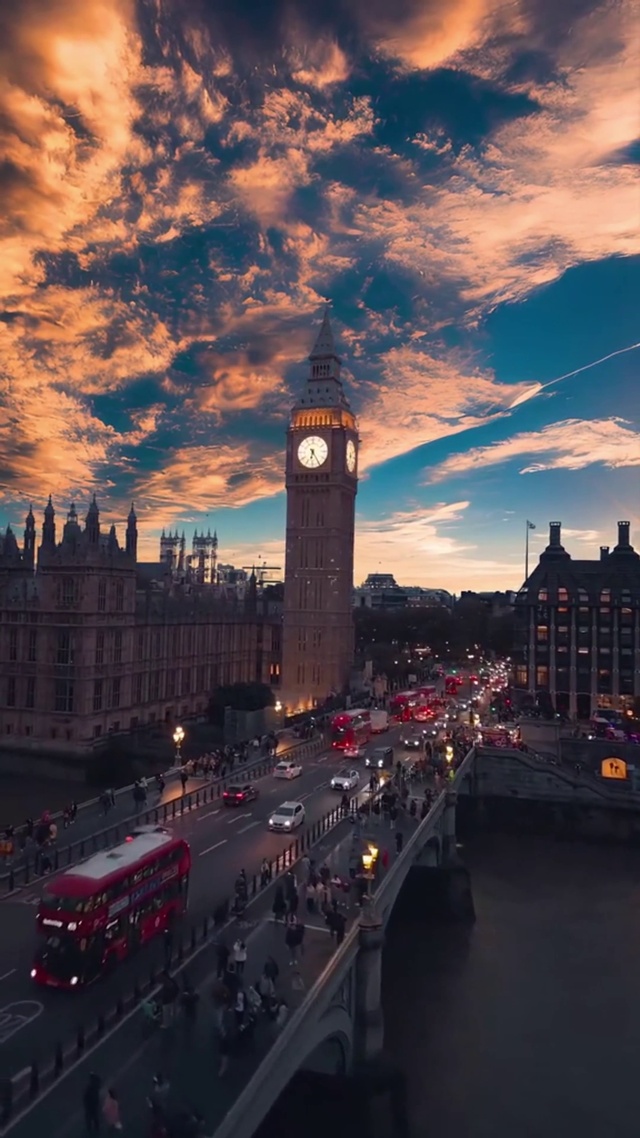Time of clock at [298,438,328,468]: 6:24
